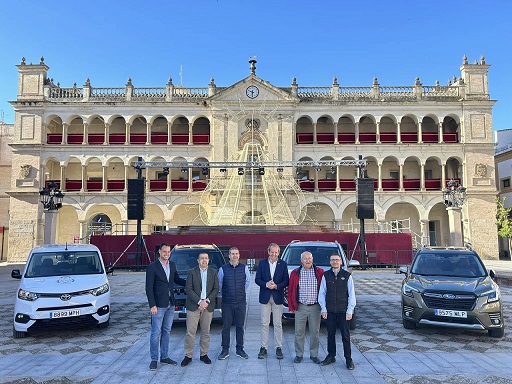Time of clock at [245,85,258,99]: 9:31
